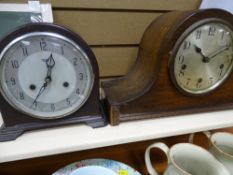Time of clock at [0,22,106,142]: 12:35
